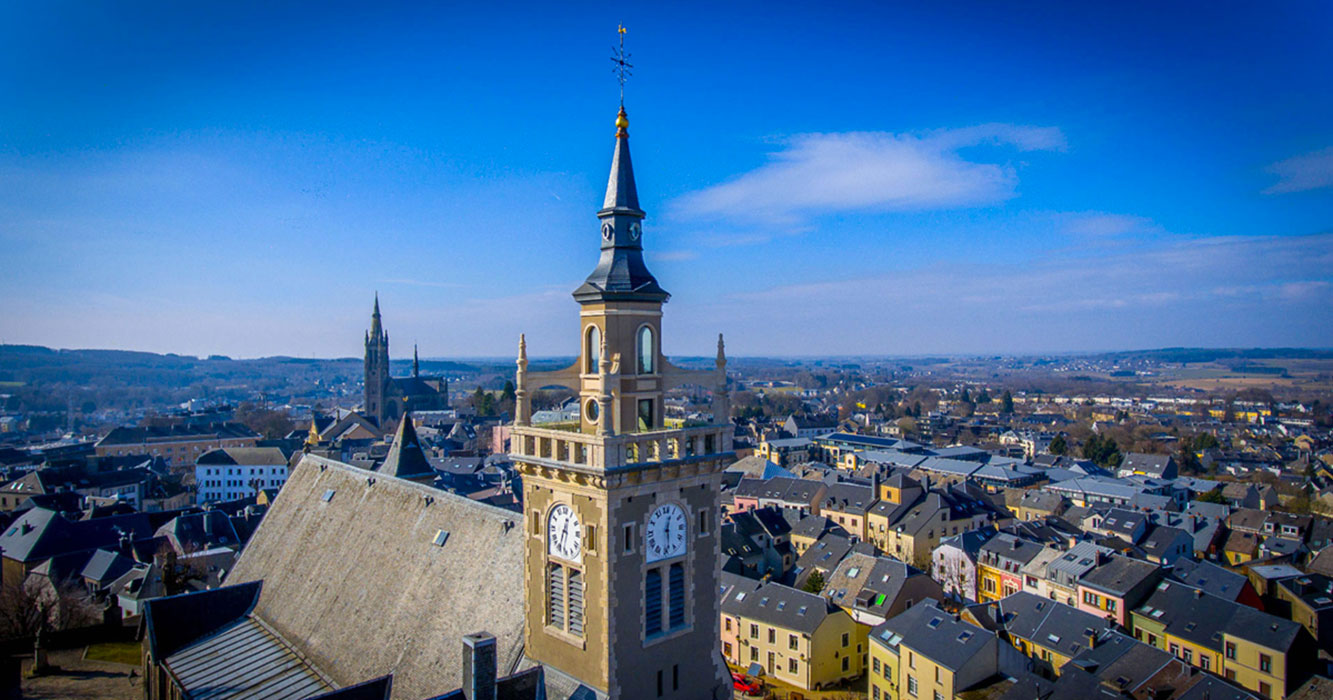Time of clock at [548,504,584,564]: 12:33
